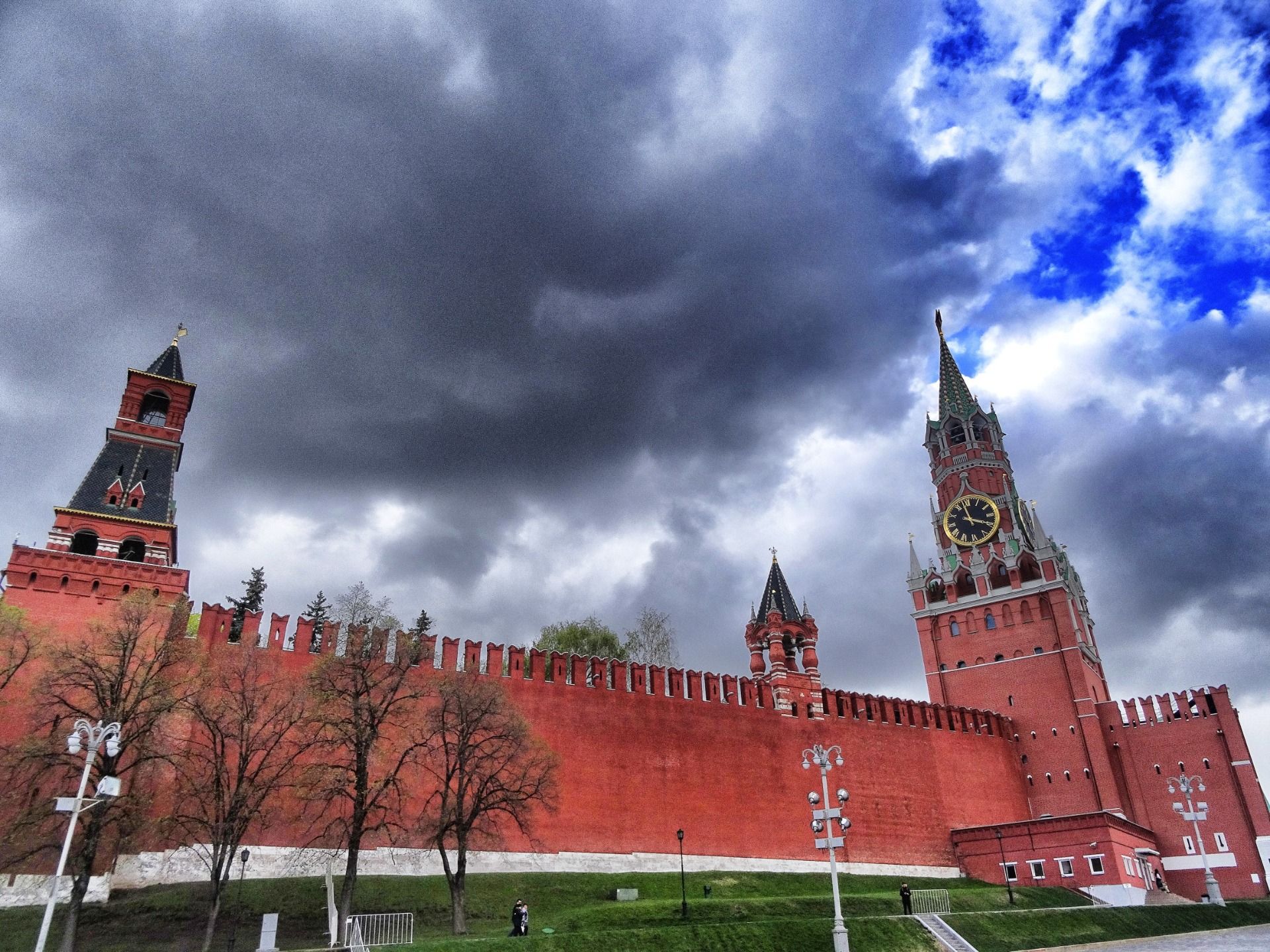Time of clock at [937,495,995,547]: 3:58
